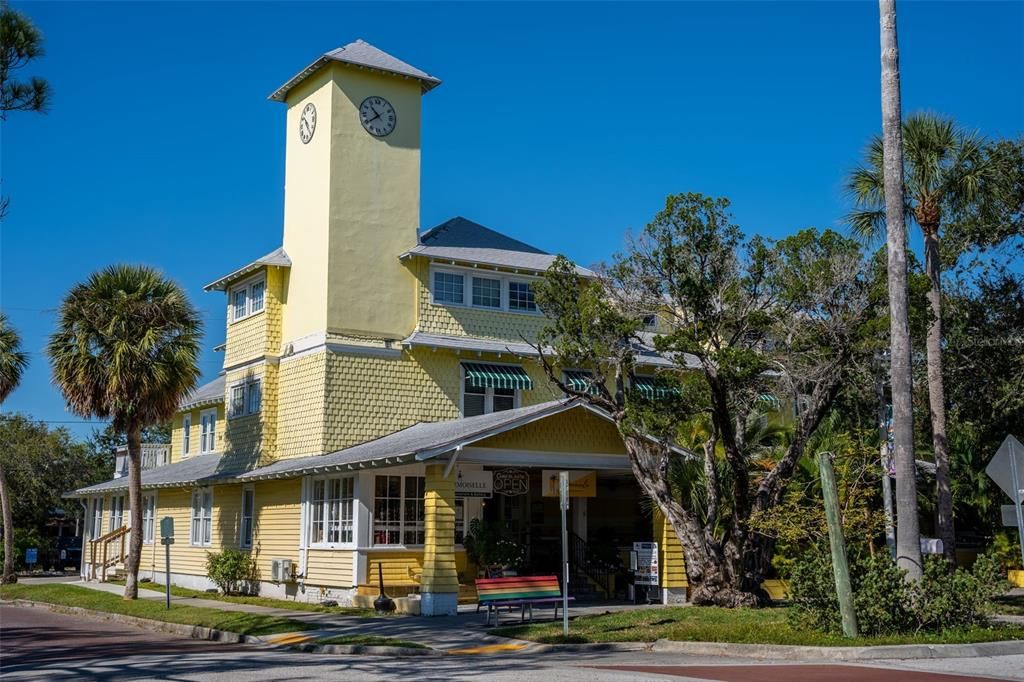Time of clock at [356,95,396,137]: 10:39
